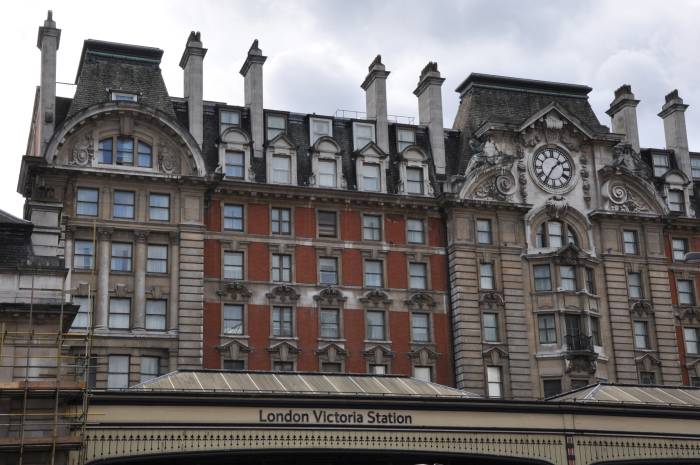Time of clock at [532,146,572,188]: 1:35
